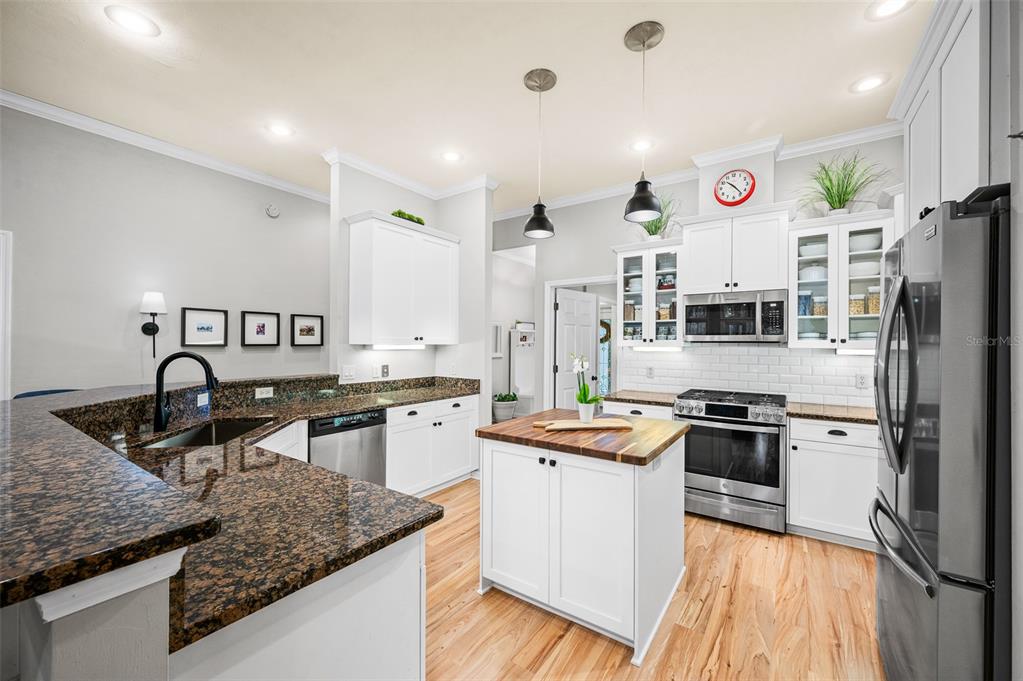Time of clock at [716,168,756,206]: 10:23
